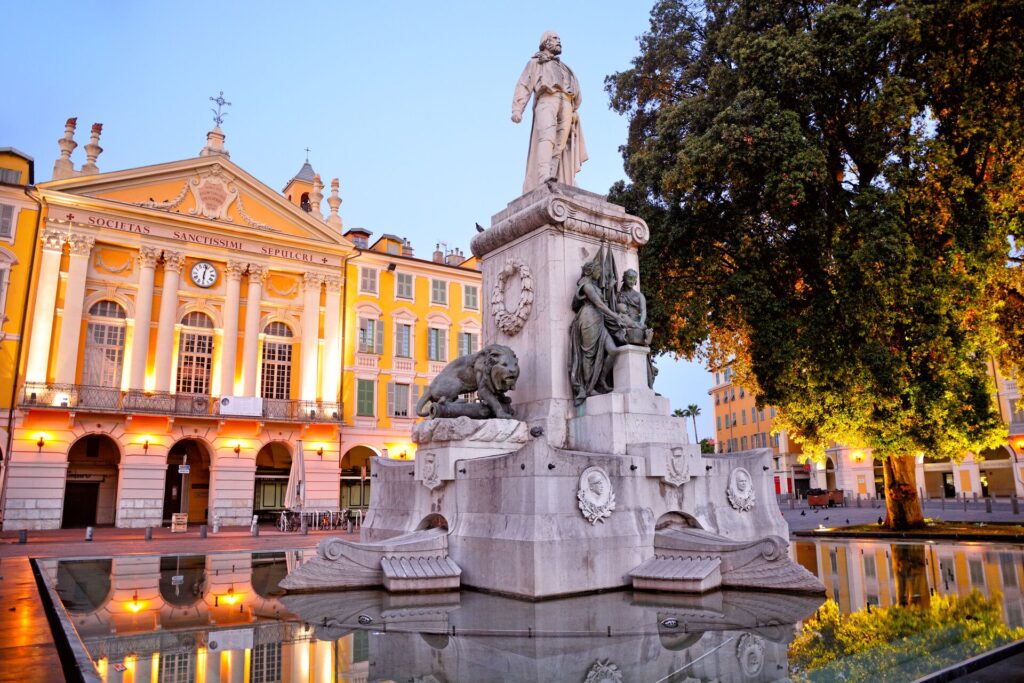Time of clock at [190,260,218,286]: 6:02
